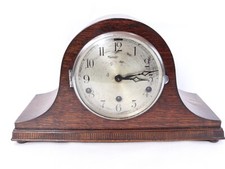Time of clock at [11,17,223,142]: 3:13
